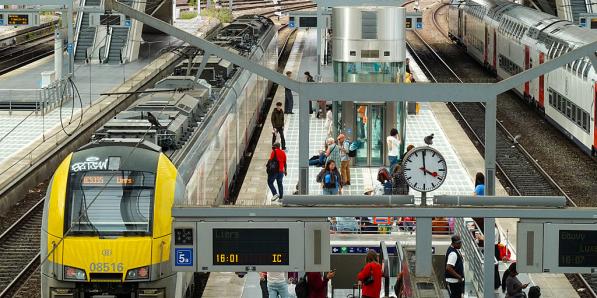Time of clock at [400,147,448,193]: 3:58
